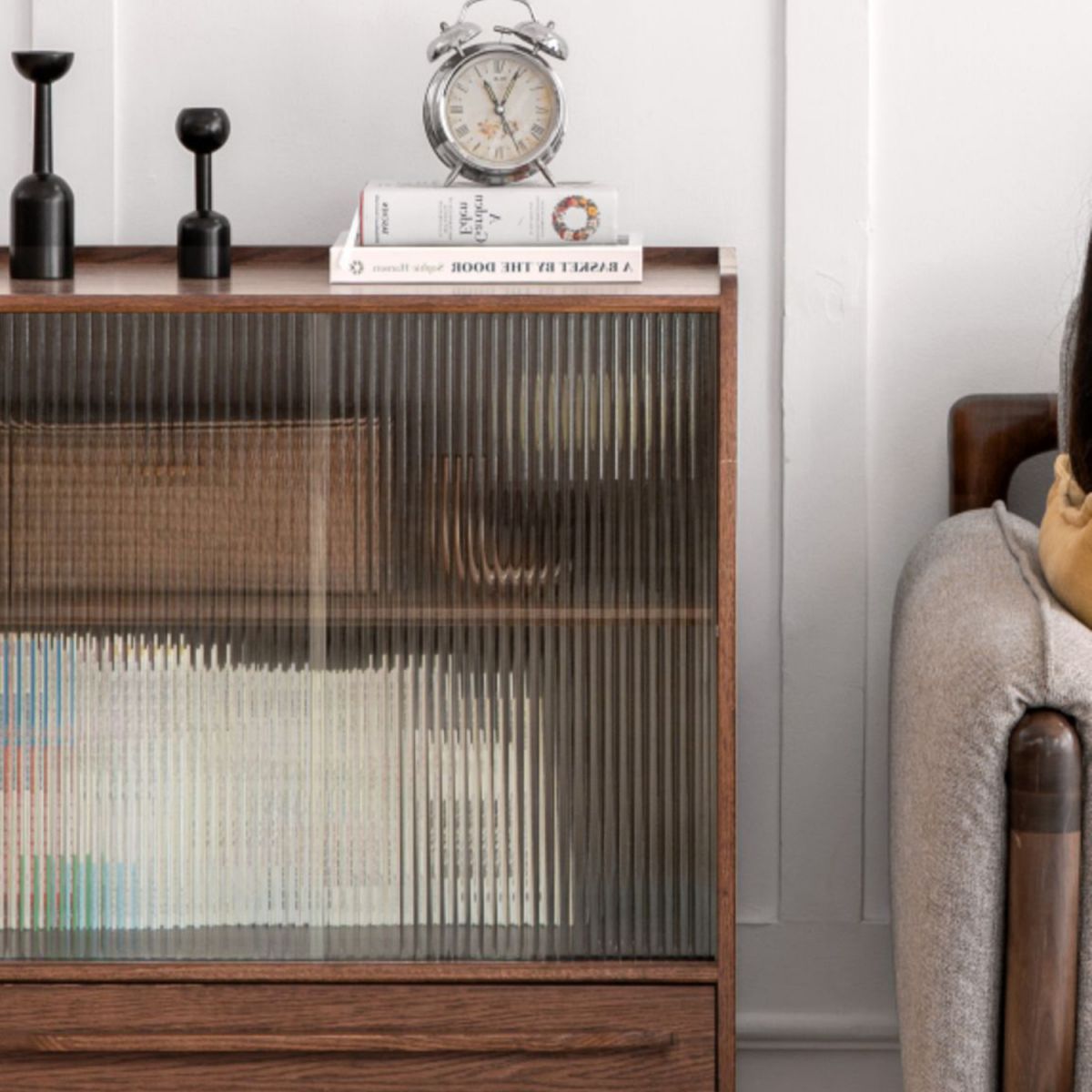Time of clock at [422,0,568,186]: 11:04
